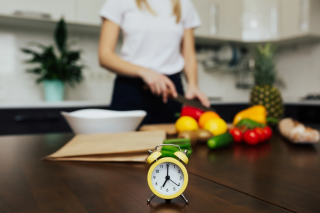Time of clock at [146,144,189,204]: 7:00
